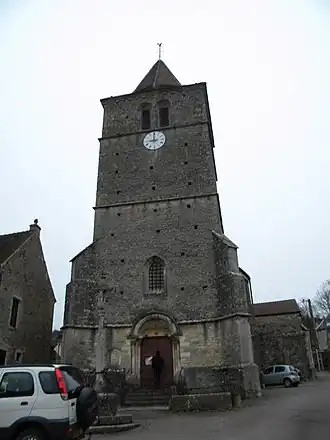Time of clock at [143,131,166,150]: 8:59
